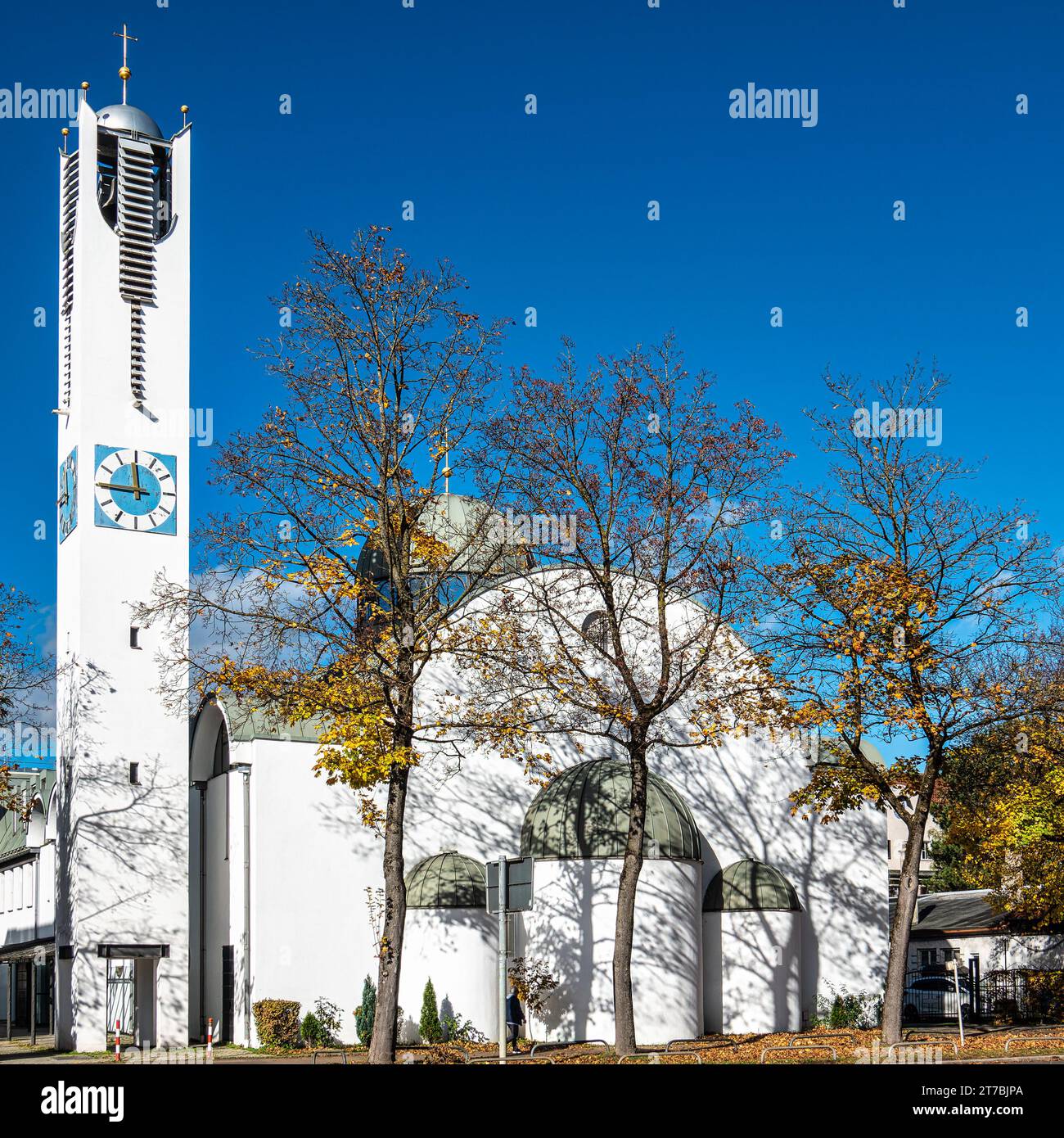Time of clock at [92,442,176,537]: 11:45
